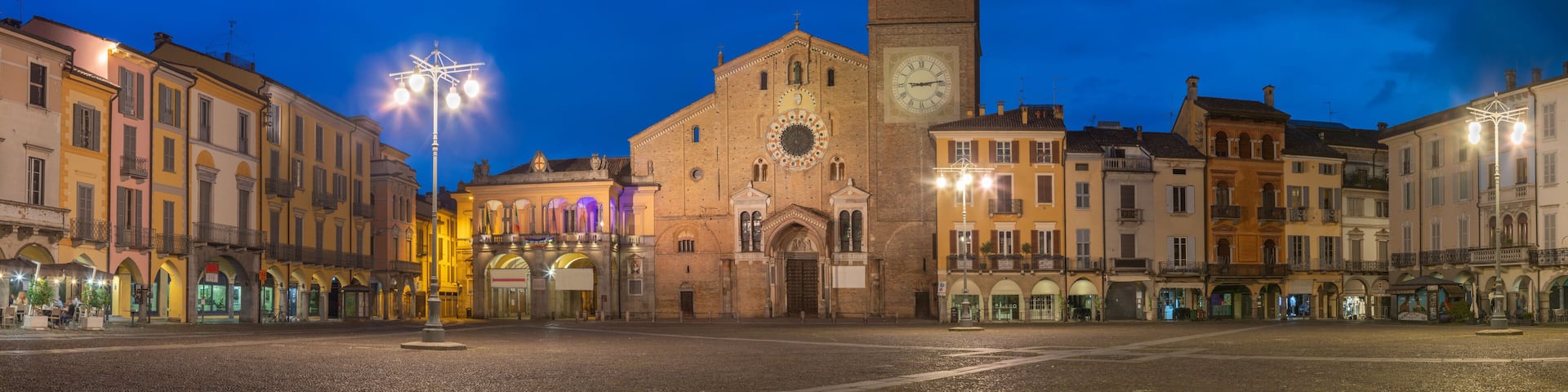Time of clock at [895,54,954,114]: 9:13
